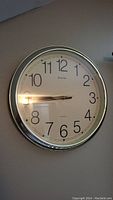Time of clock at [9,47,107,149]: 8:45
